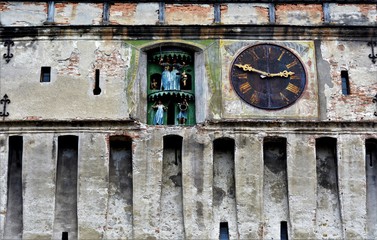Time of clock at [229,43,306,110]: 2:48
